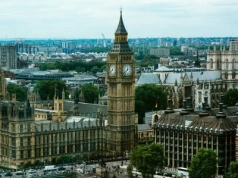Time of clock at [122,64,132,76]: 12:38
